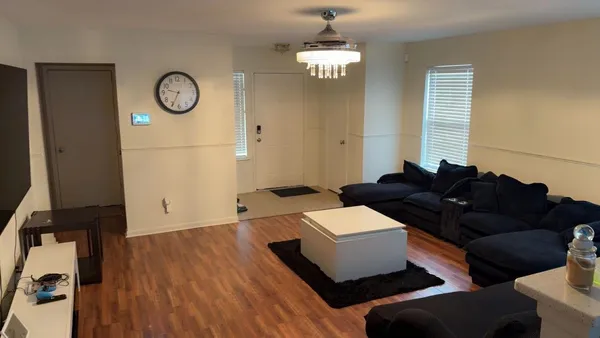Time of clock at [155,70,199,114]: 9:34
